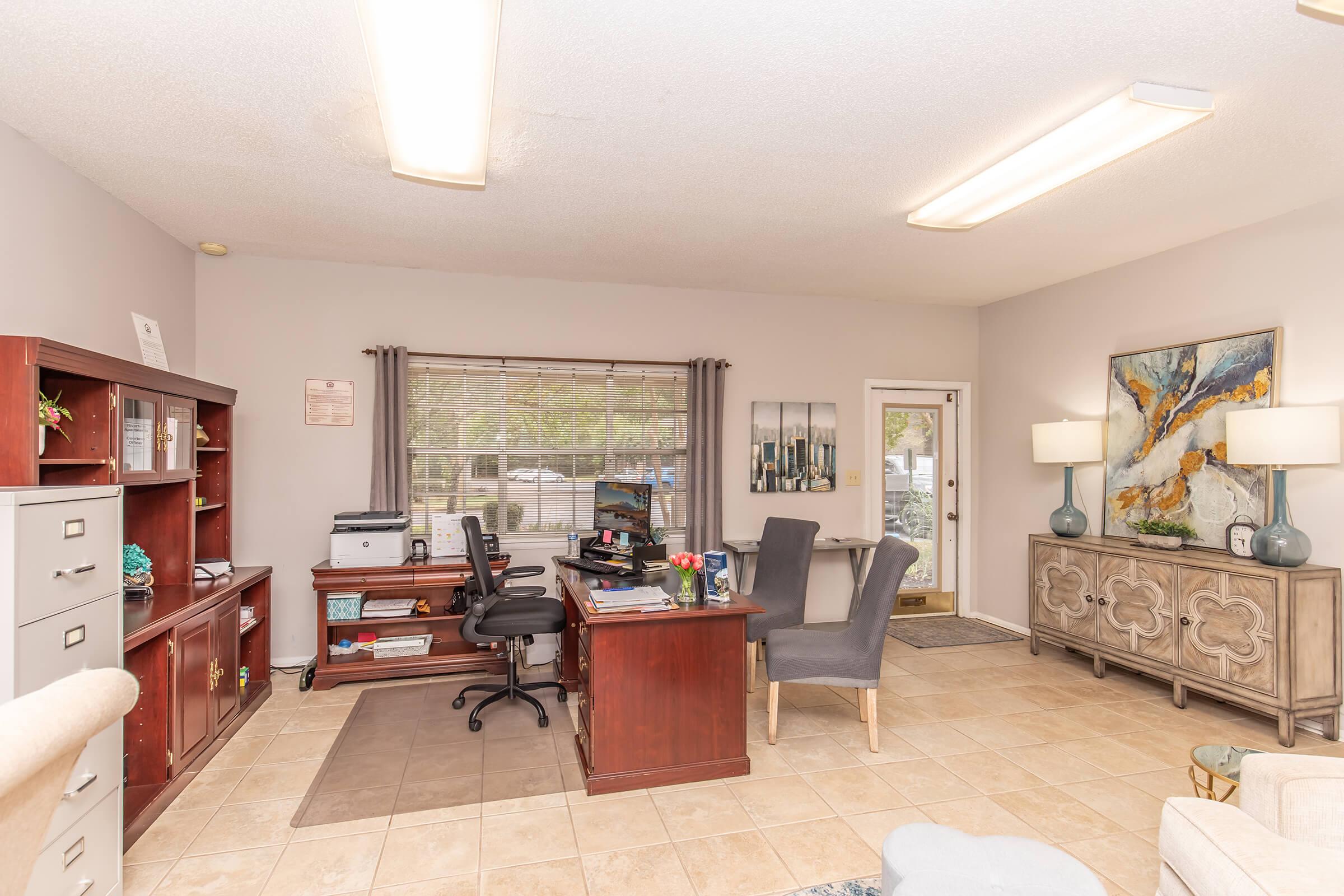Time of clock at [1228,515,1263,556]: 5:46
